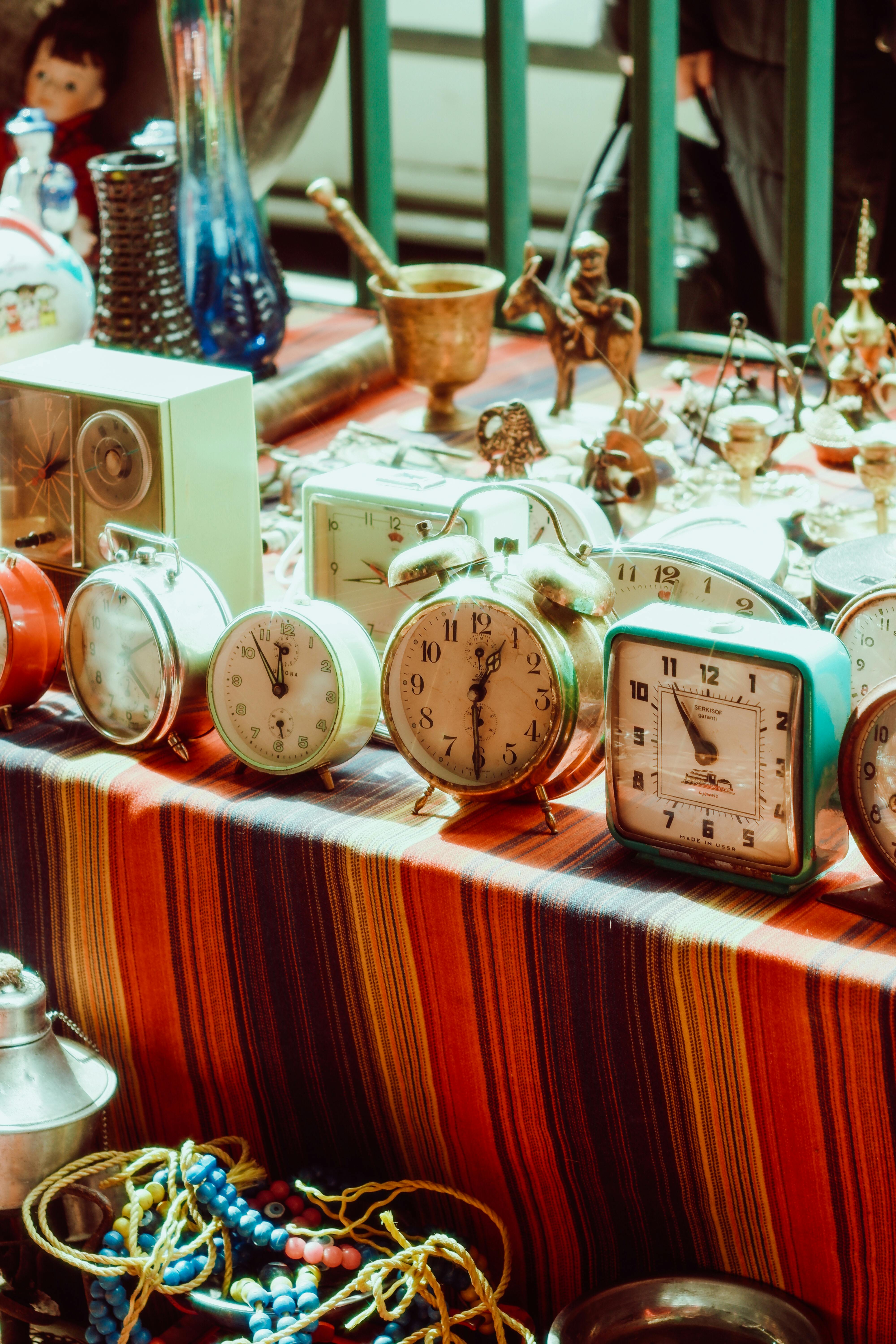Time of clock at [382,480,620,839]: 12:30
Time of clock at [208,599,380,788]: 11:53
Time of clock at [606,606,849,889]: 10:54
